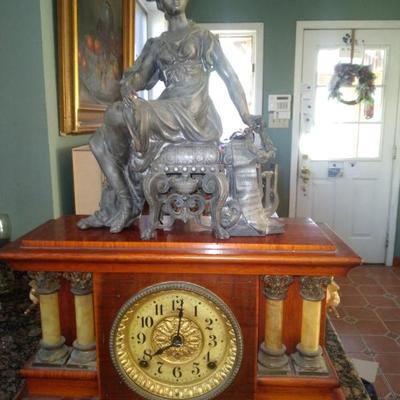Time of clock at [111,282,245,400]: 8:01
